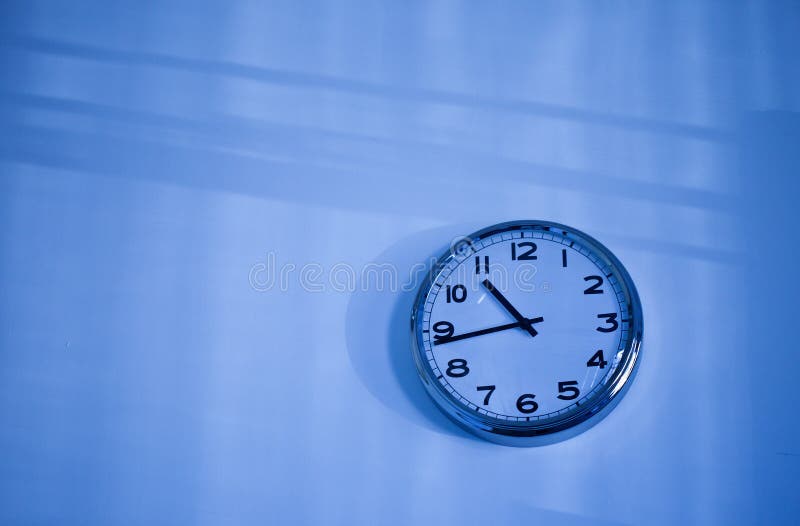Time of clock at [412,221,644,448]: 10:43
